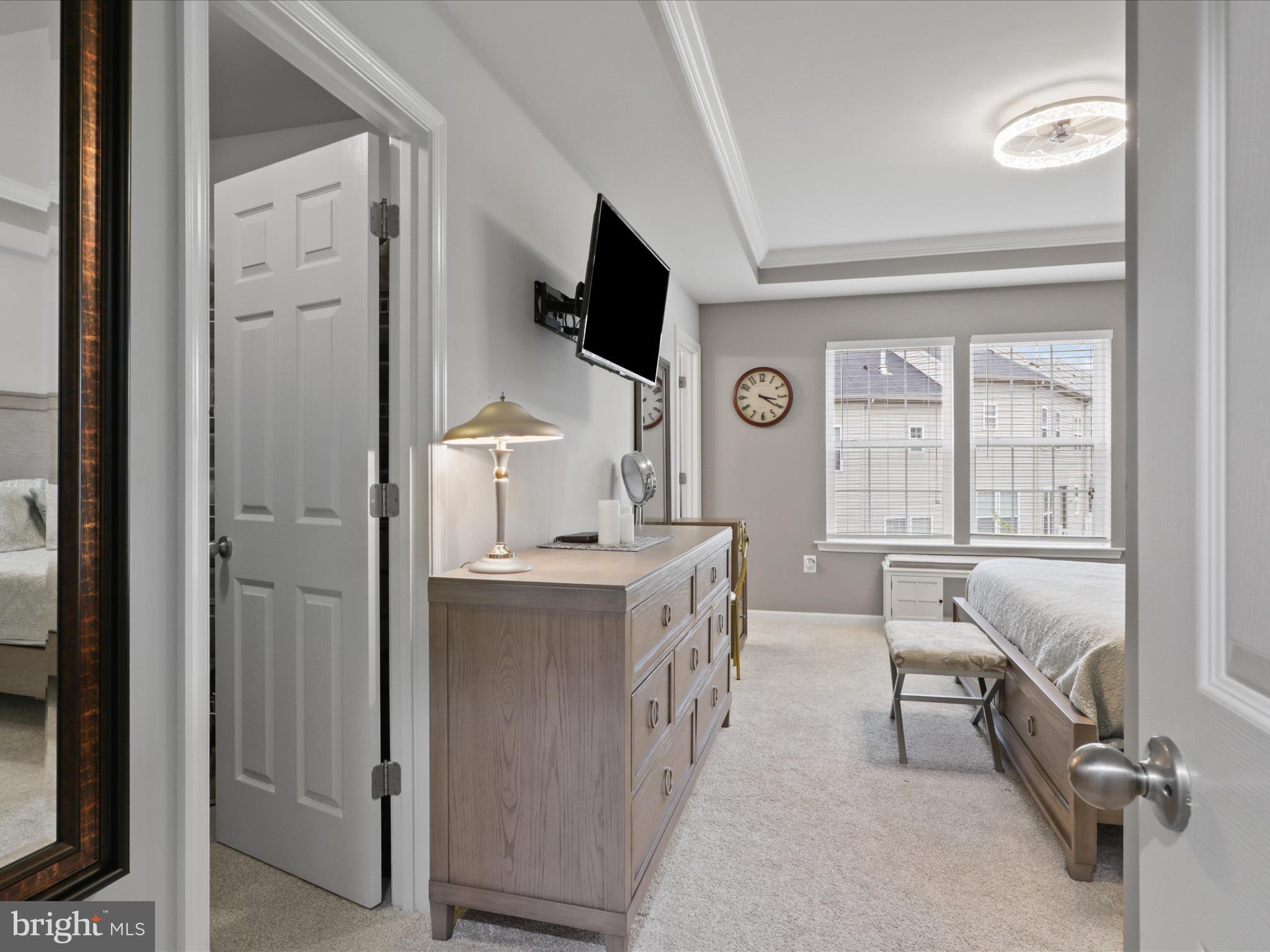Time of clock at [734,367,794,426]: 3:20
